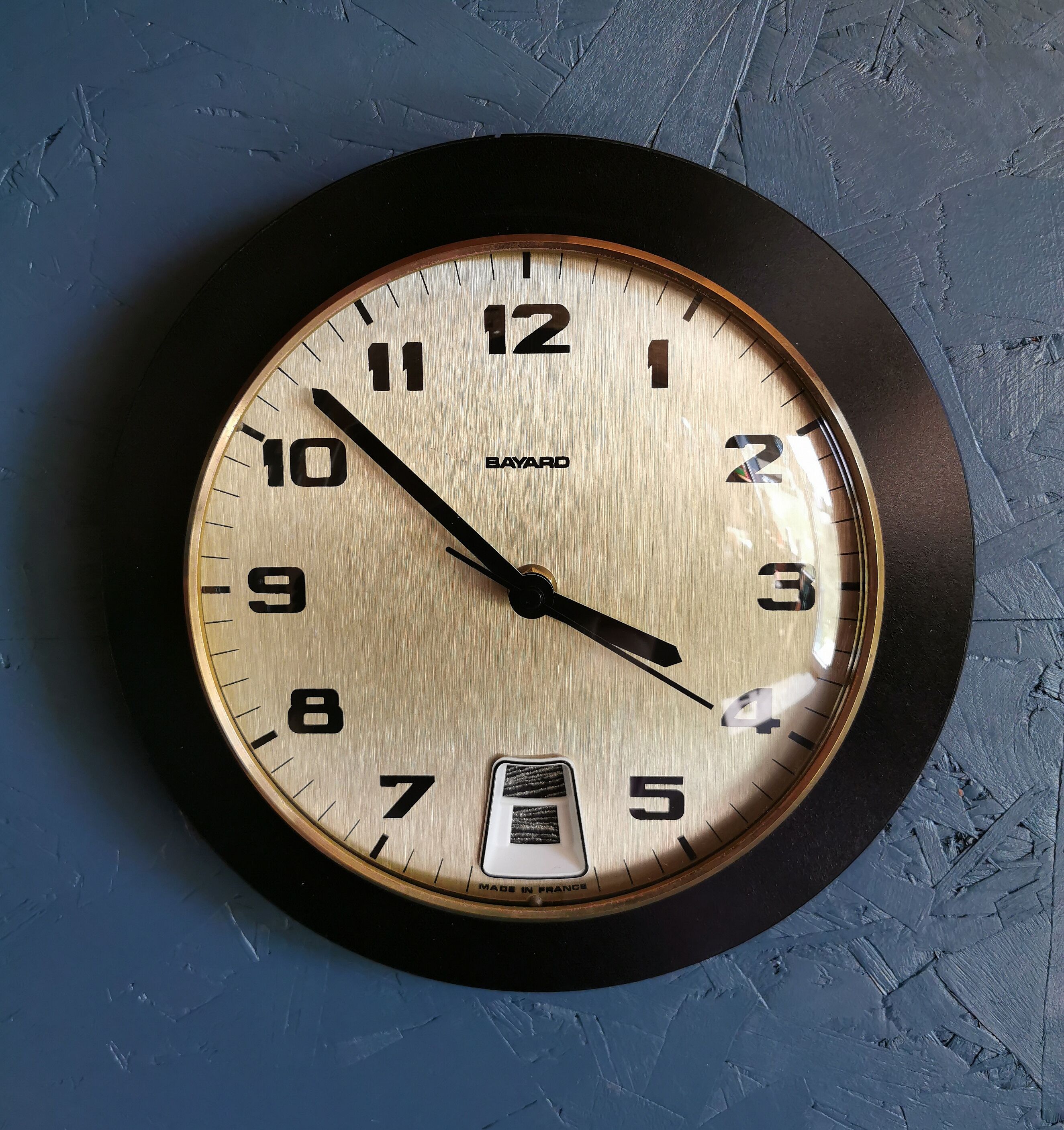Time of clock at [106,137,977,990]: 3:52
